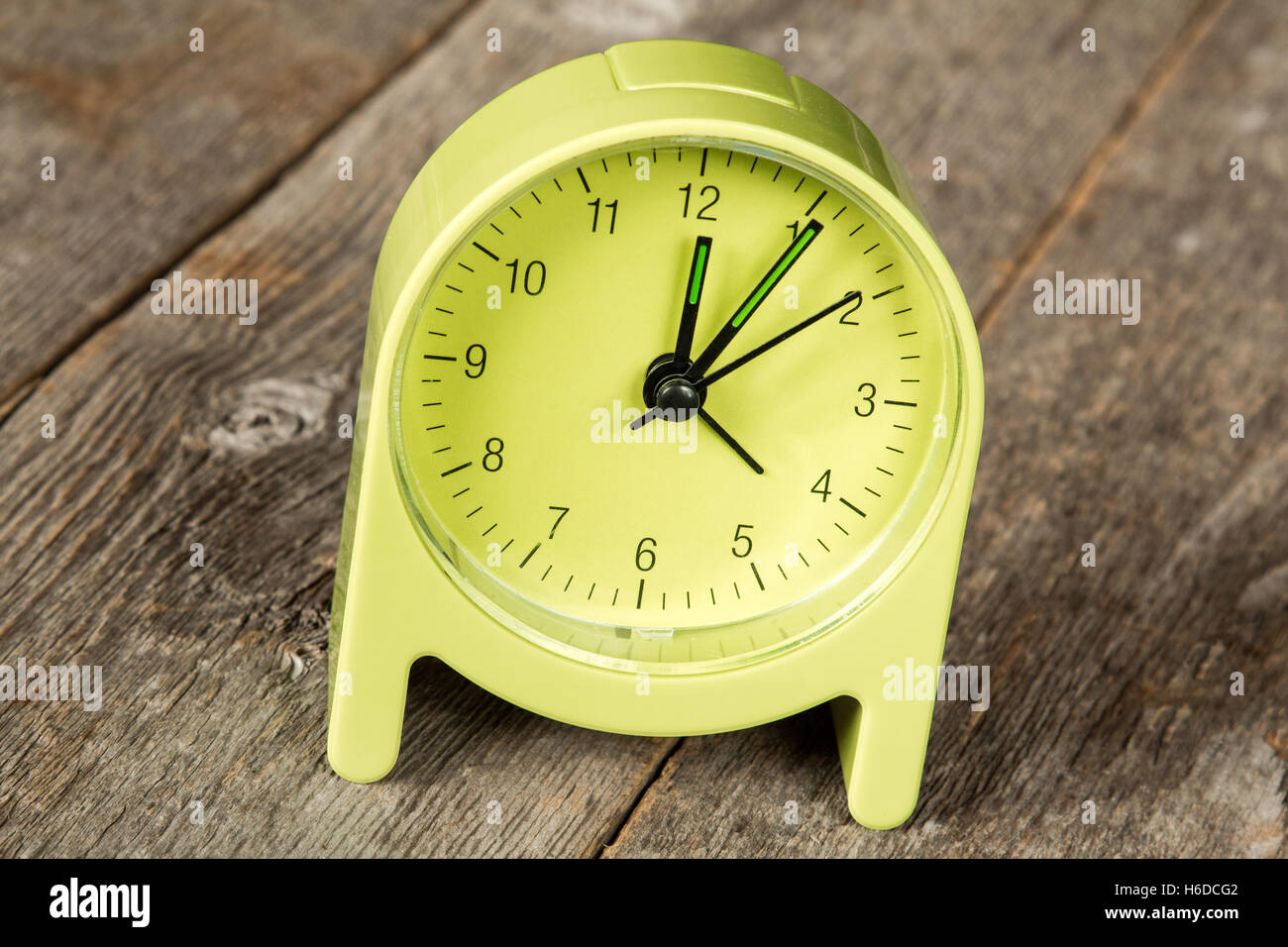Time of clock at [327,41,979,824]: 12:05
